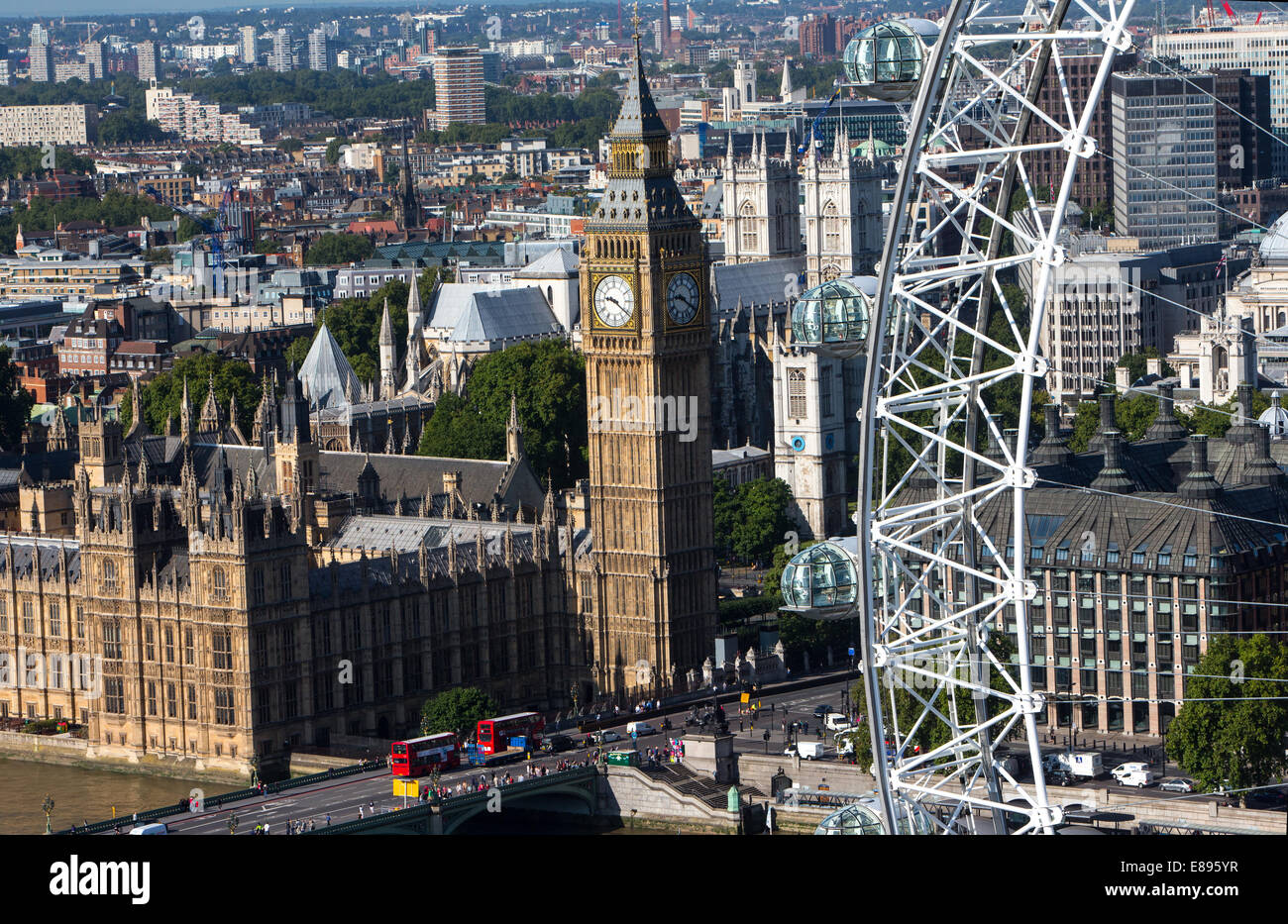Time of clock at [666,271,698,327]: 9:20
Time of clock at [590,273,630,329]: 9:21
